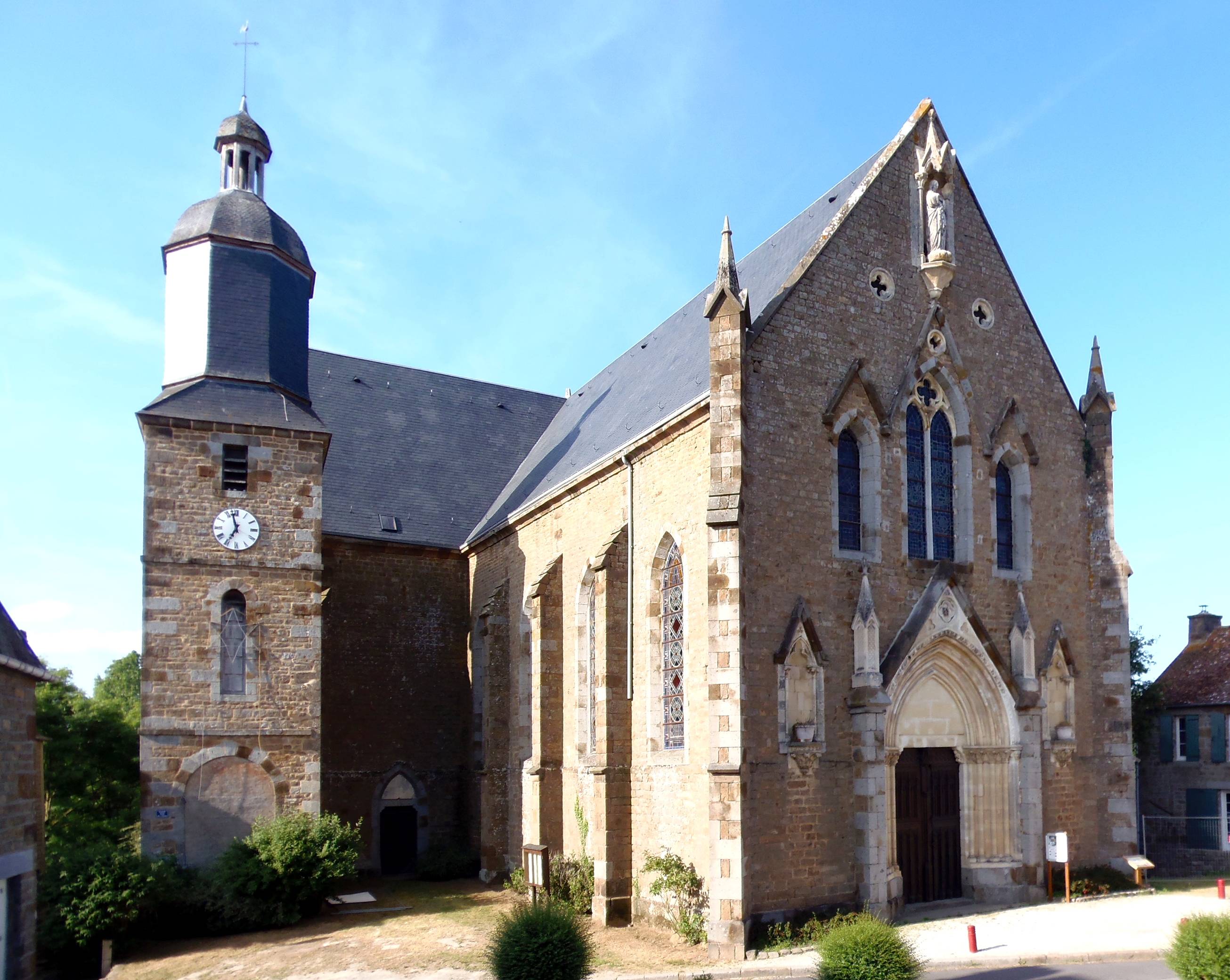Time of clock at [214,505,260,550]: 6:57
